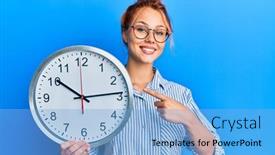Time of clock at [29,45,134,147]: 10:13
